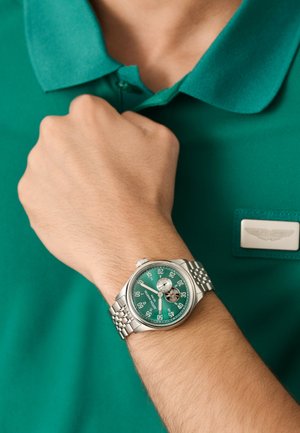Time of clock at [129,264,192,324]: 5:49
